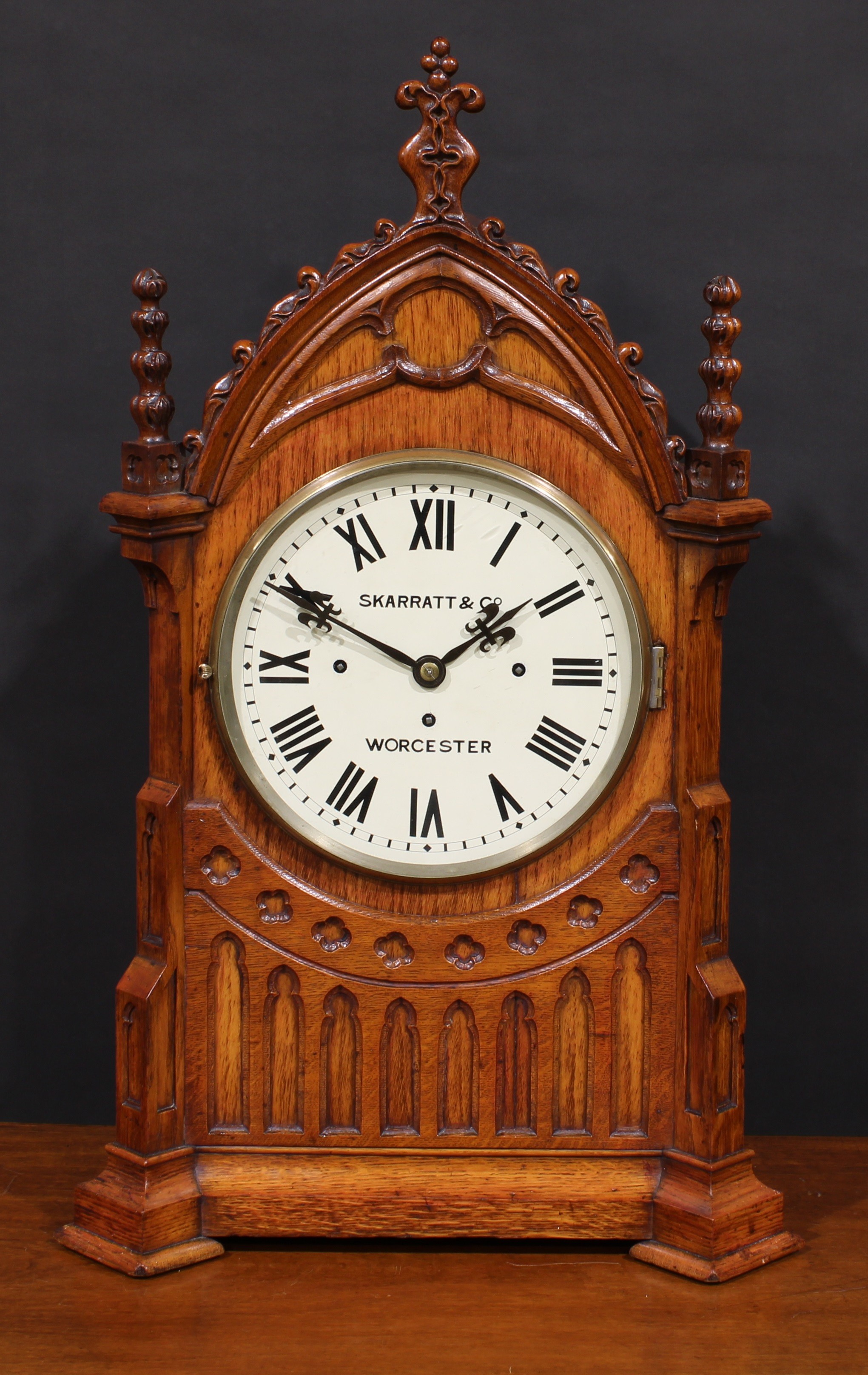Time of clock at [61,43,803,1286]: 1:49
